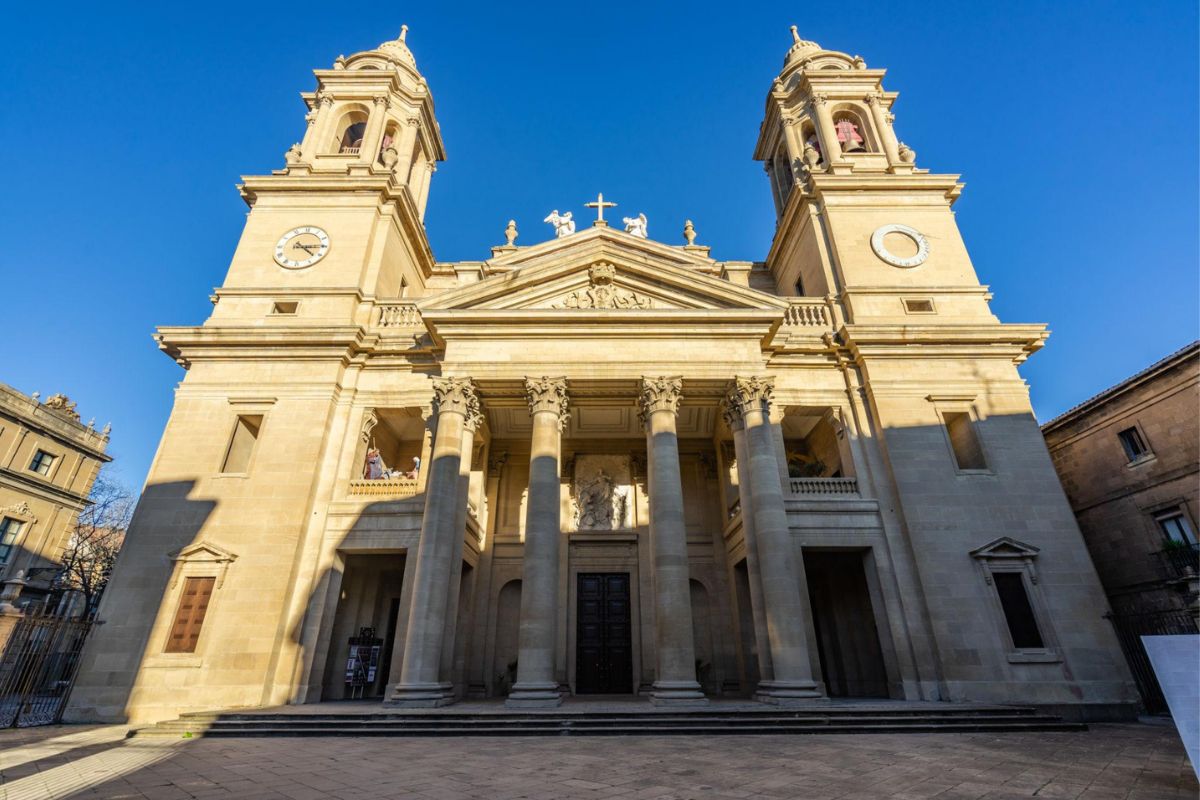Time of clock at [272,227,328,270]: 4:14
